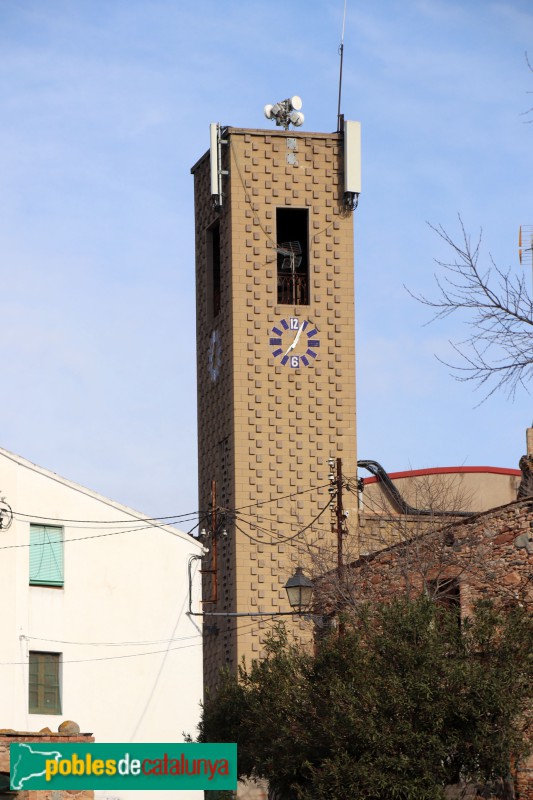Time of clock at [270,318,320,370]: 7:04
